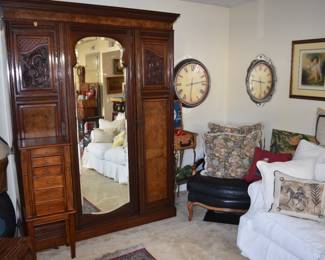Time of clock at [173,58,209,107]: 6:13
